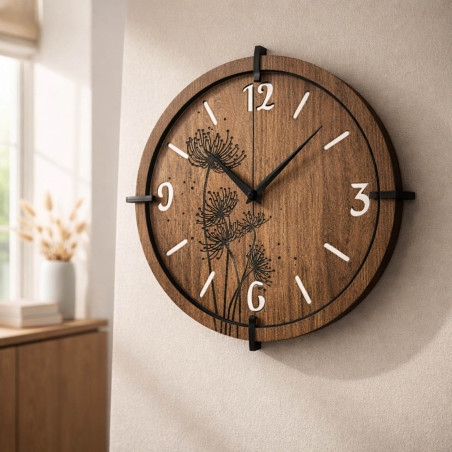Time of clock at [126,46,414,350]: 10:07
